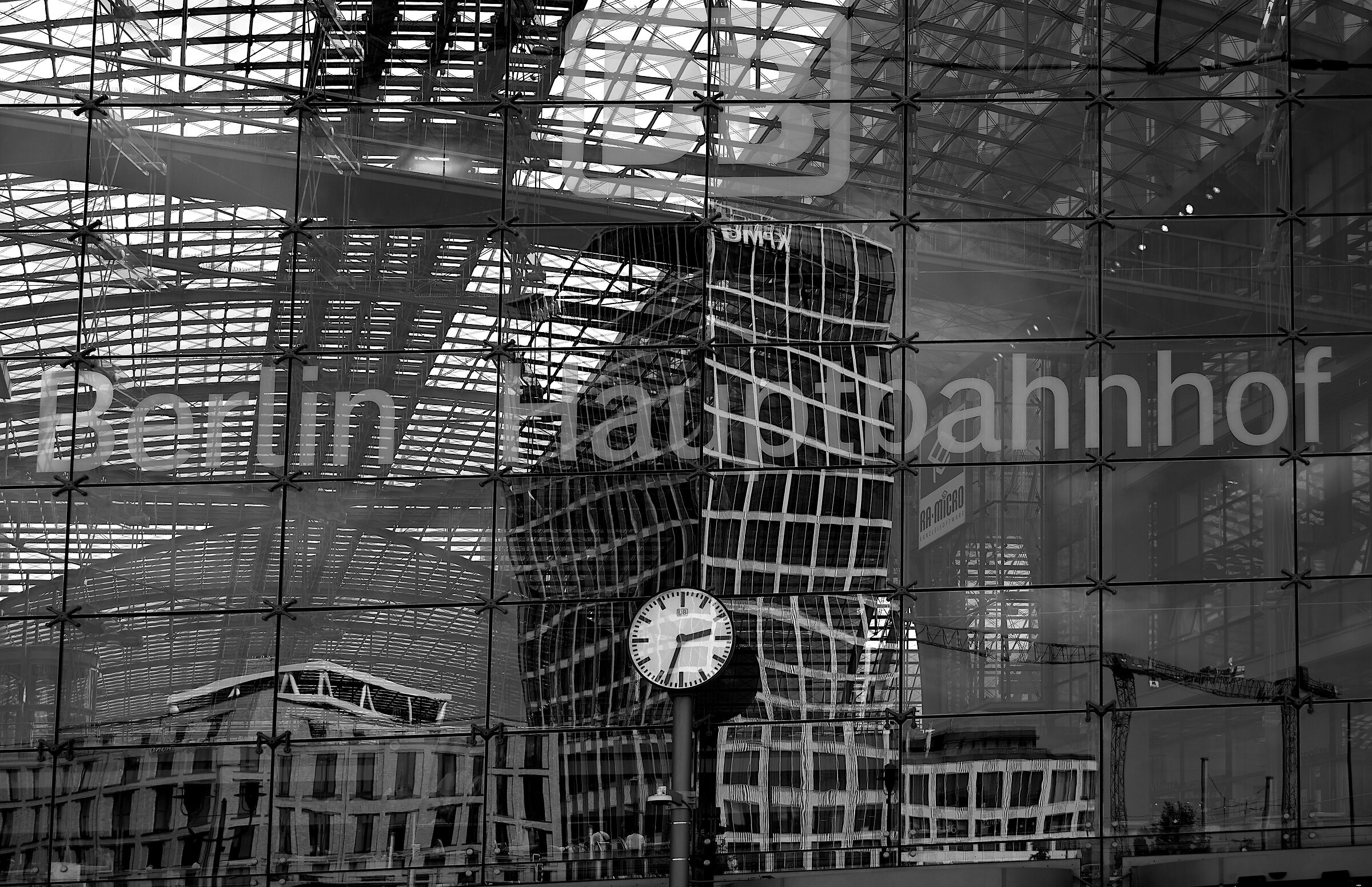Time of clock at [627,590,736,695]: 2:33
